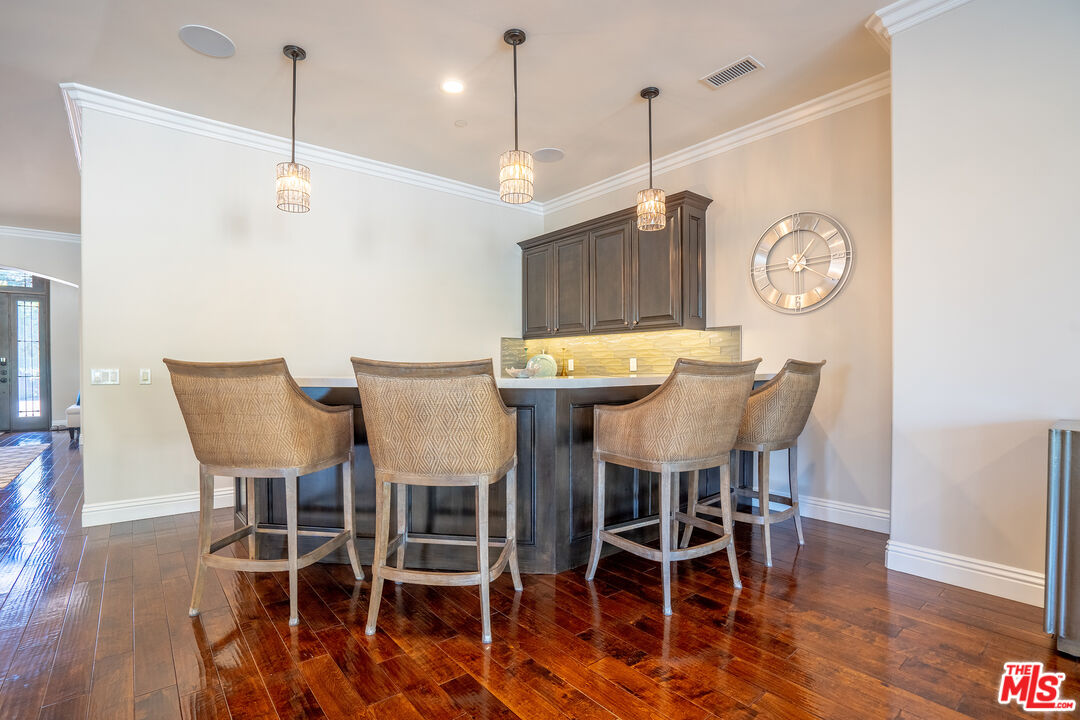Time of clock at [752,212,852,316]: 1:14
